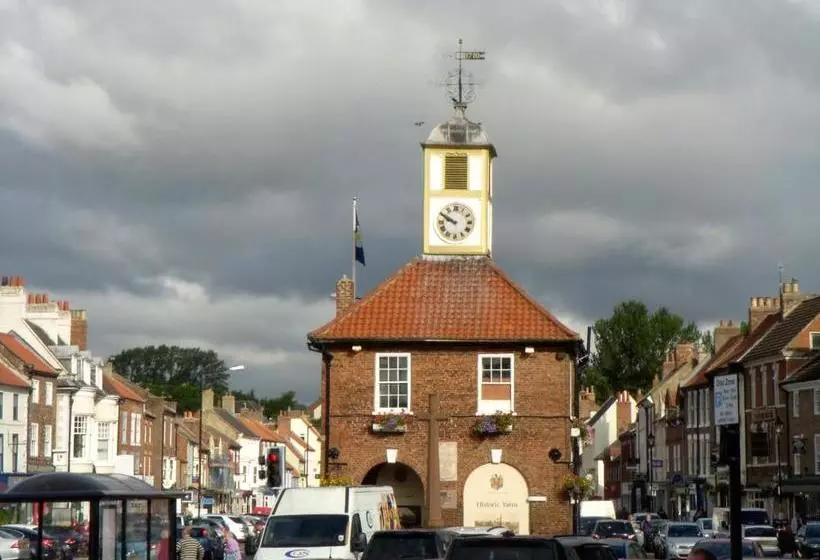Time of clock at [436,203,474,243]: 9:50
